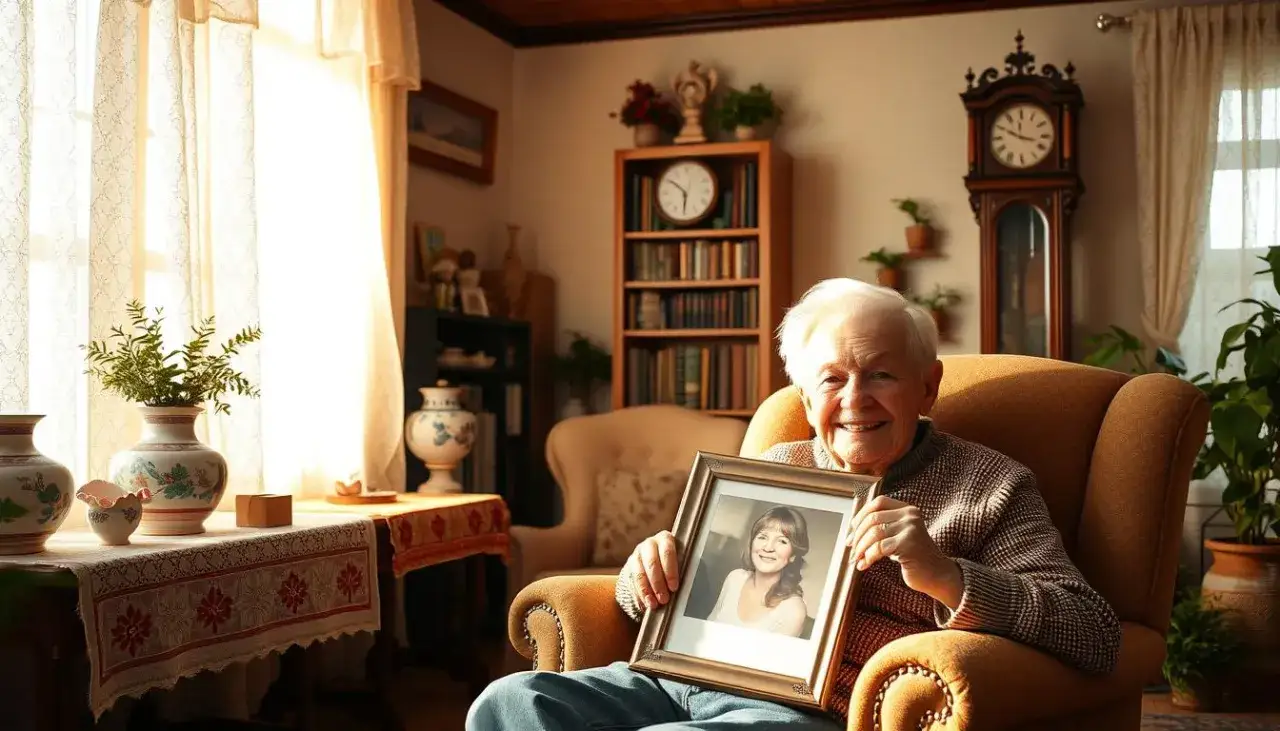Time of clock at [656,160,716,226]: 5:51
